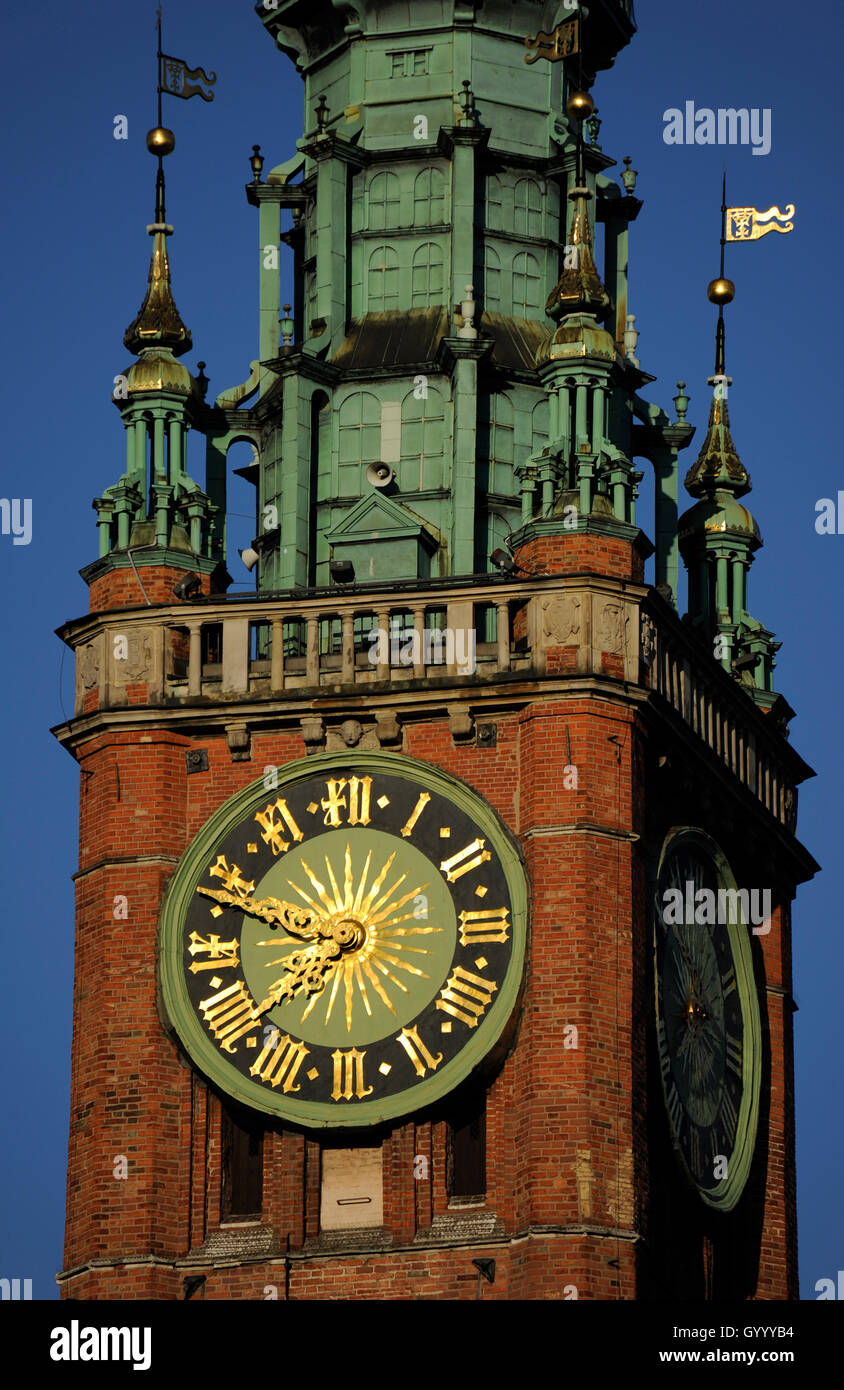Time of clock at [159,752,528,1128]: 7:47
